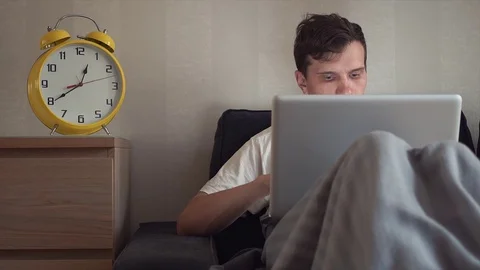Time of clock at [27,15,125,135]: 12:39
